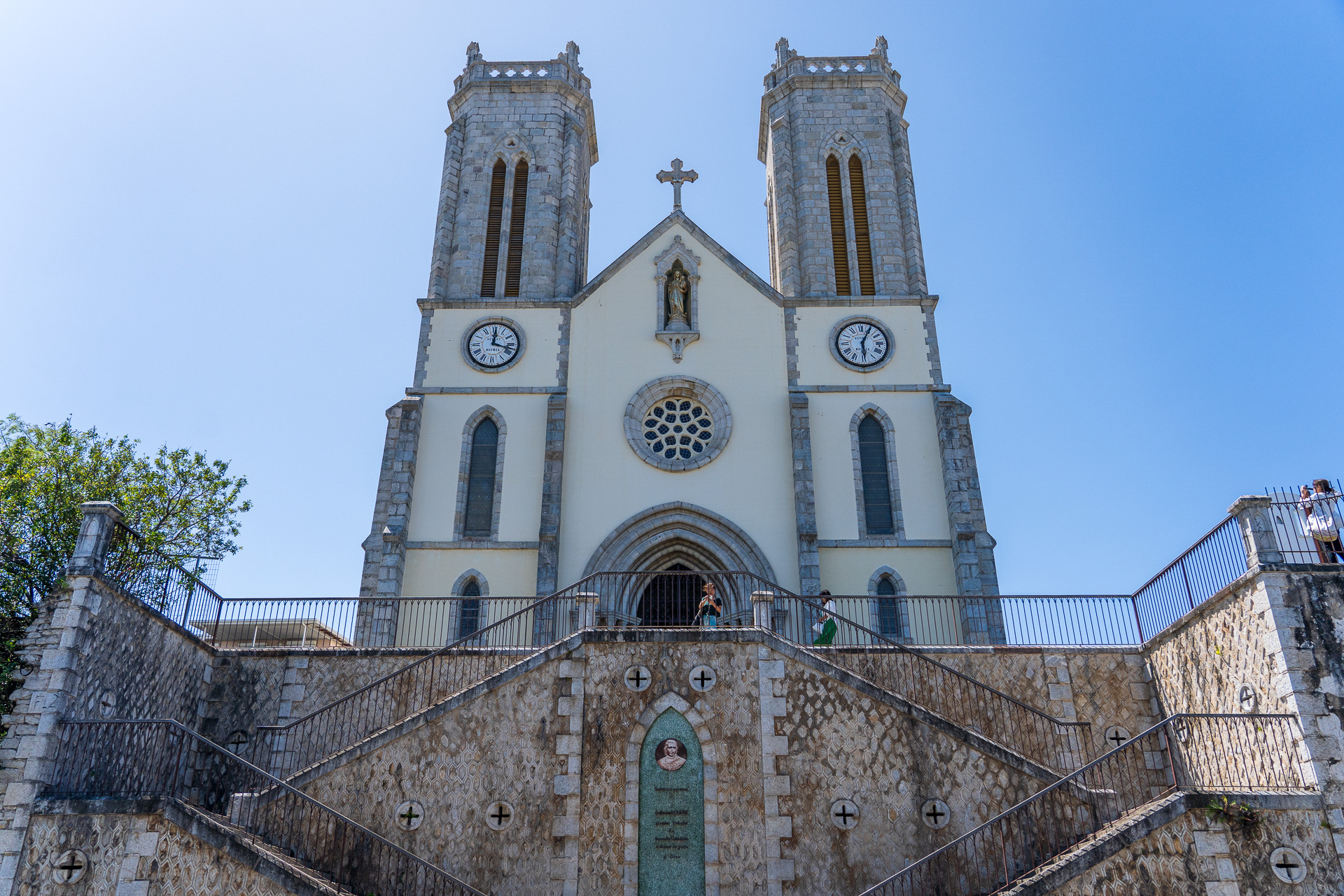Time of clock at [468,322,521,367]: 12:17
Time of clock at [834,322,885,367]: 6:04
